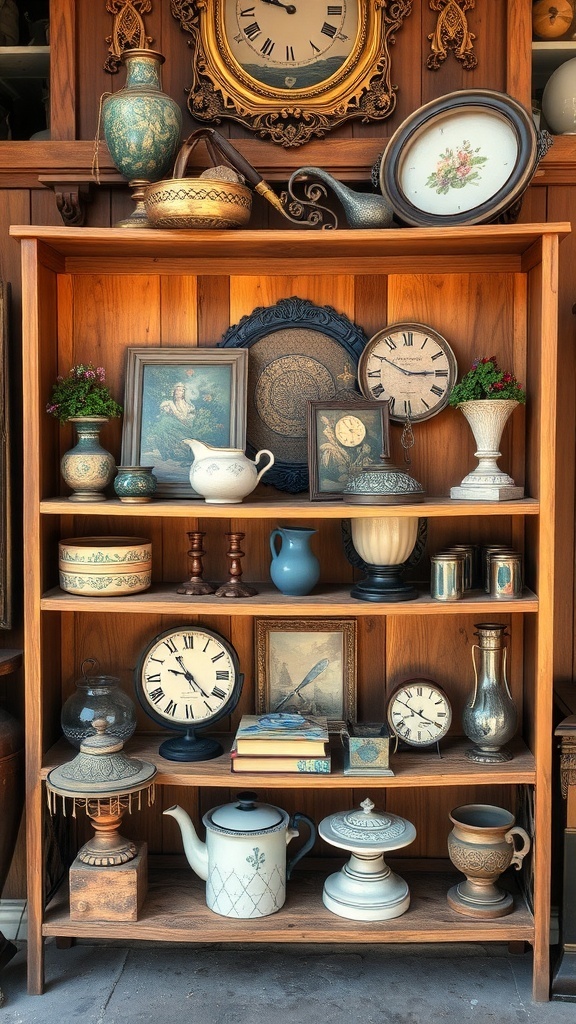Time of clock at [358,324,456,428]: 2:50
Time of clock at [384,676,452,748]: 3:50
